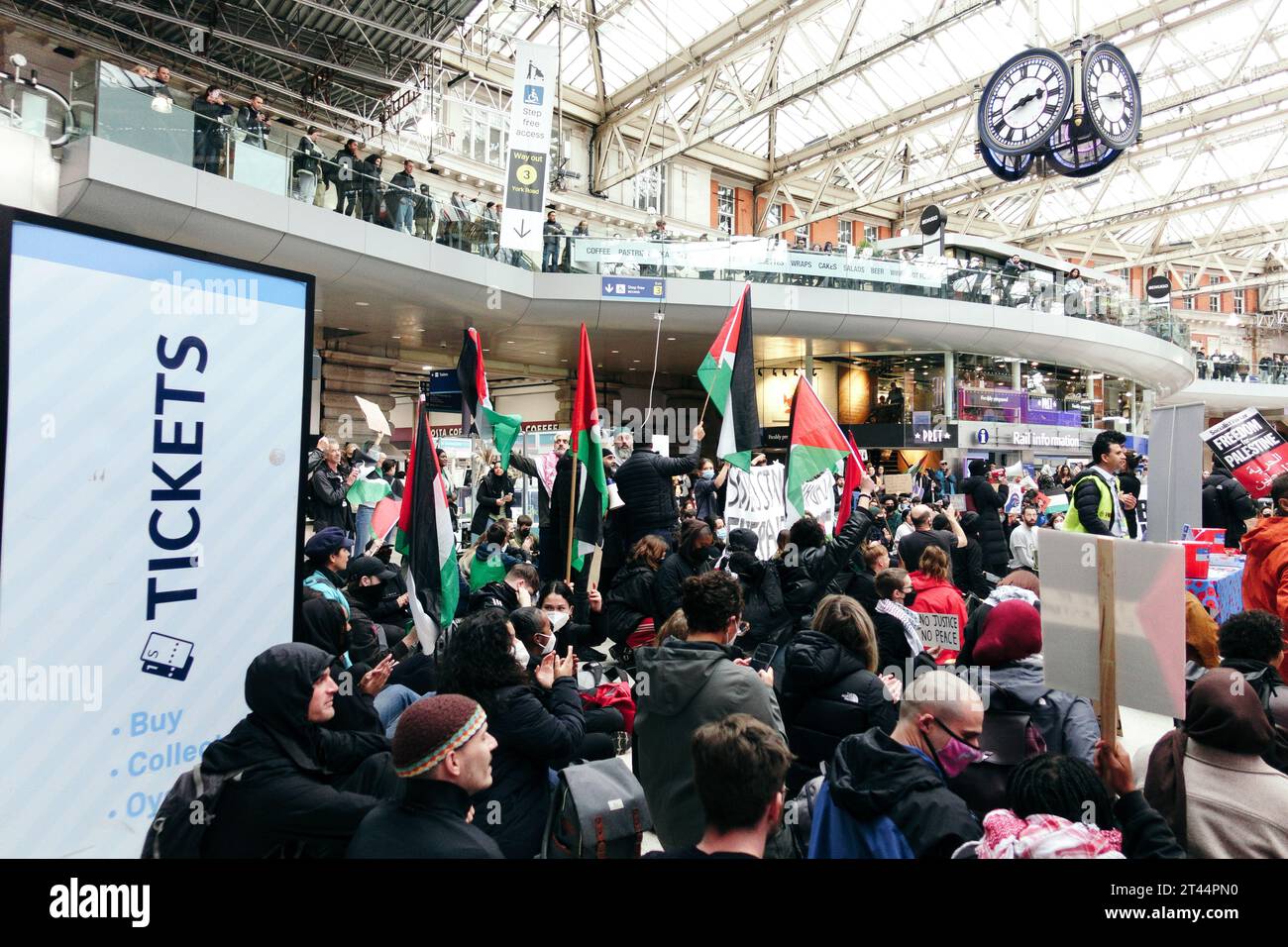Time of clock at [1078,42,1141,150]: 2:42
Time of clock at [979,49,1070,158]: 2:42
